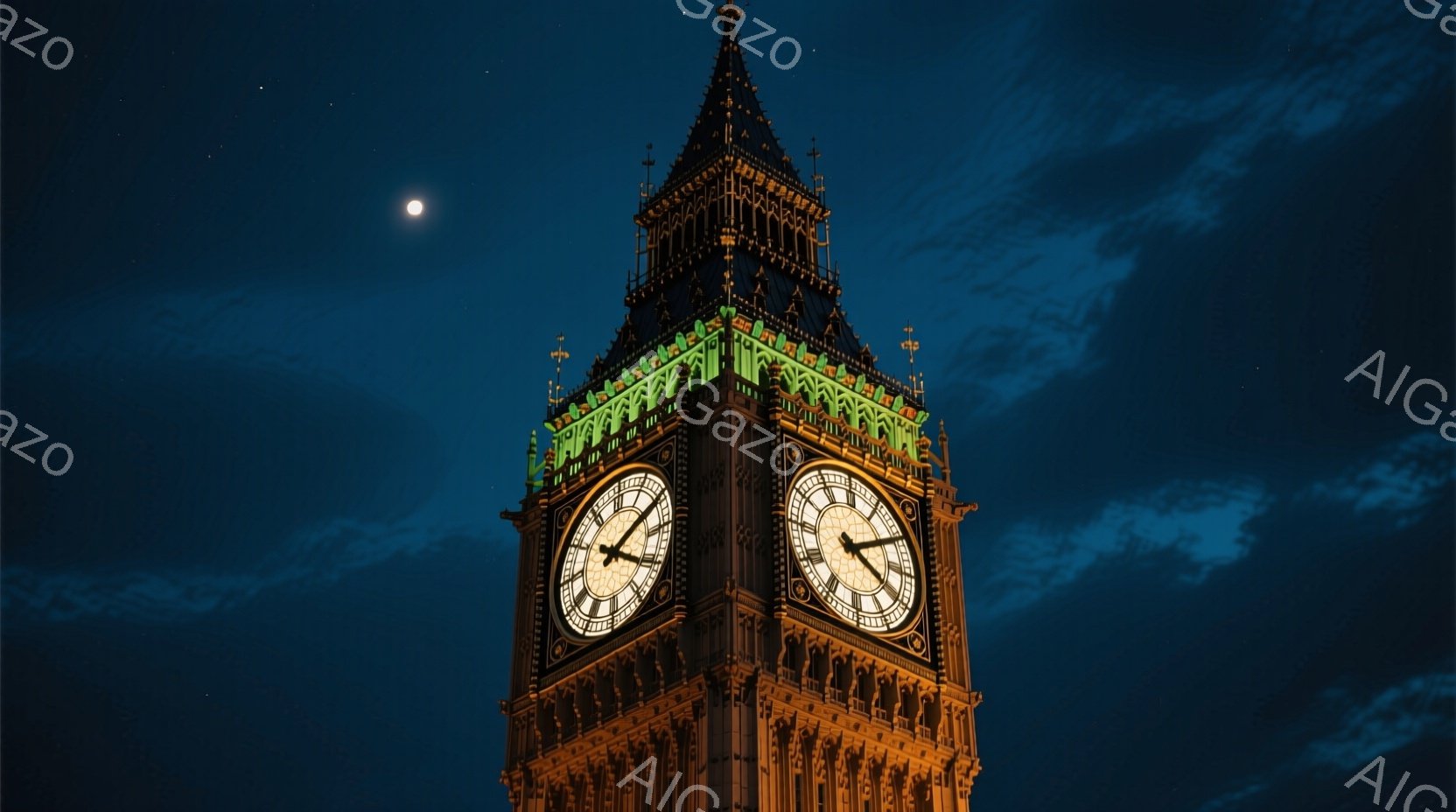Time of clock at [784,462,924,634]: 4:09
